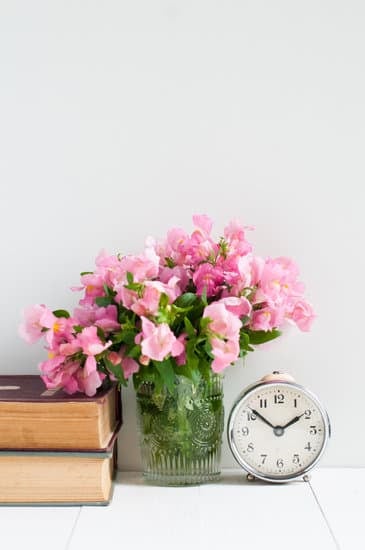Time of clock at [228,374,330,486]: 1:51
